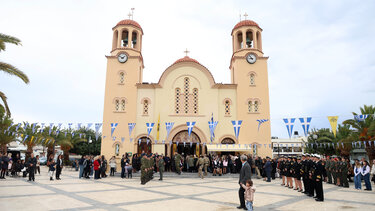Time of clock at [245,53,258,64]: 8:54
